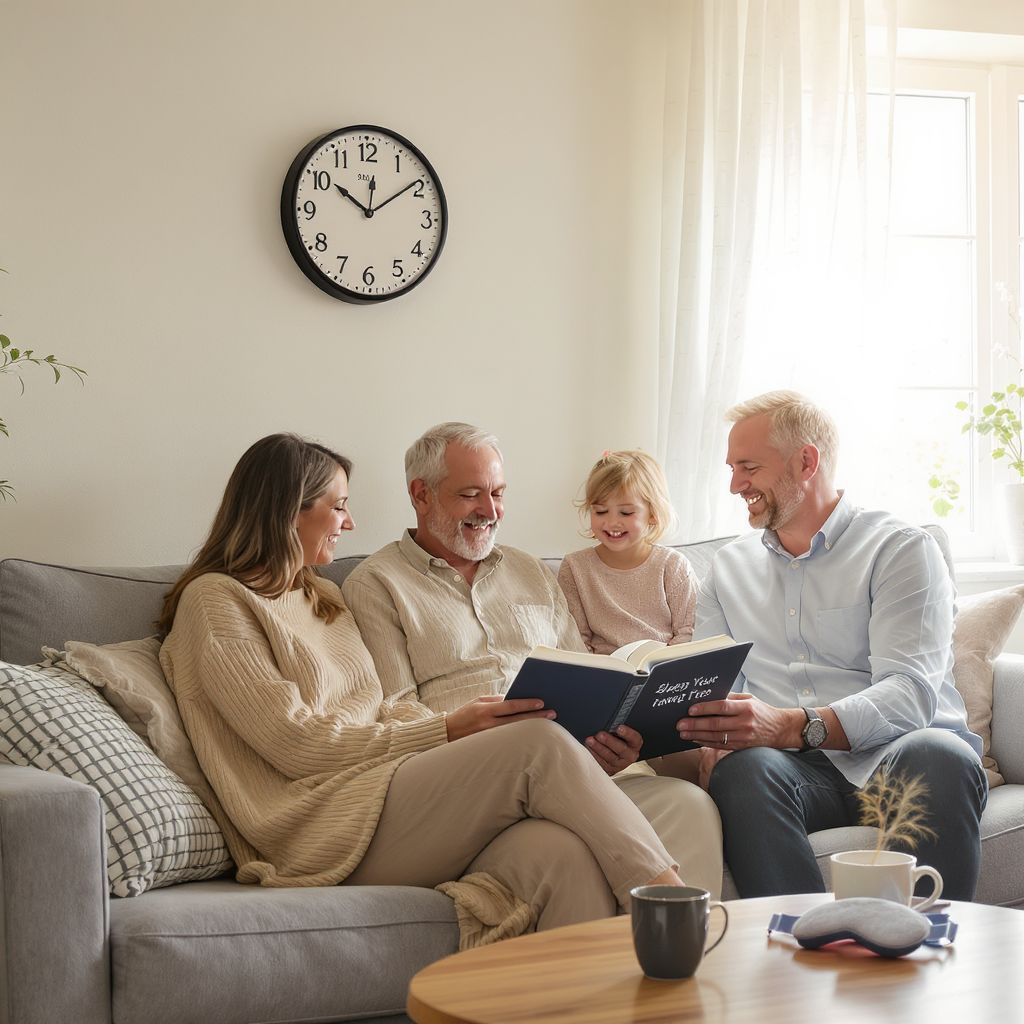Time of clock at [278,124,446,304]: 10:09
